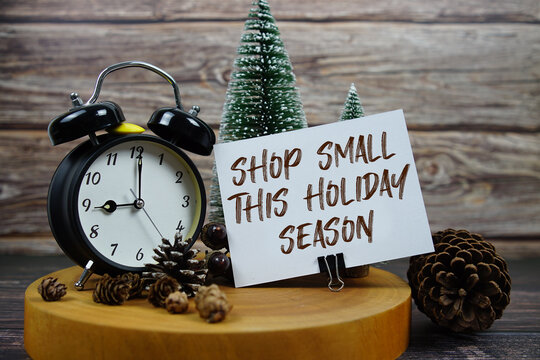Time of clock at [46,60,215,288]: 9:01
